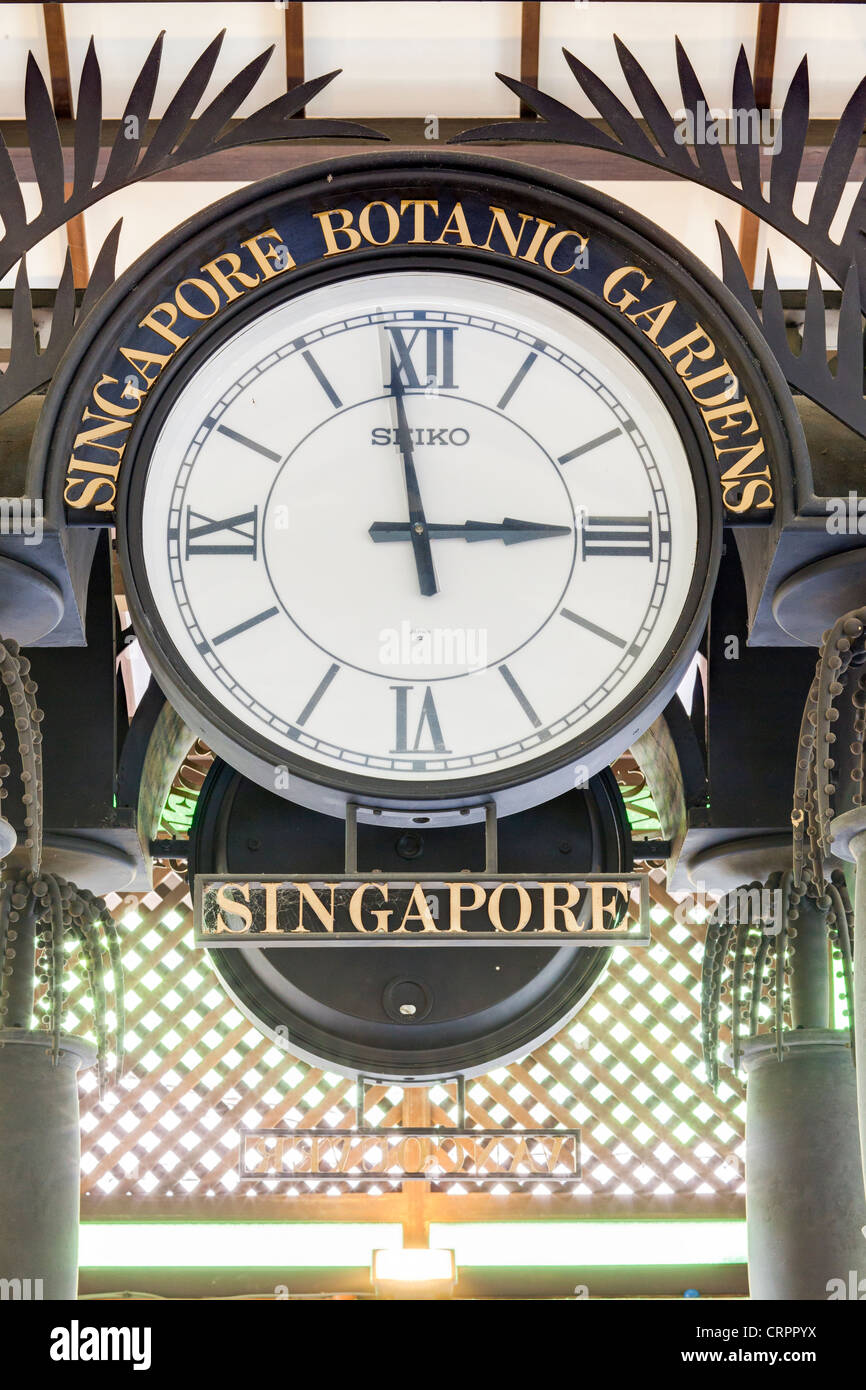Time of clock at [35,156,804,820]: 2:58
